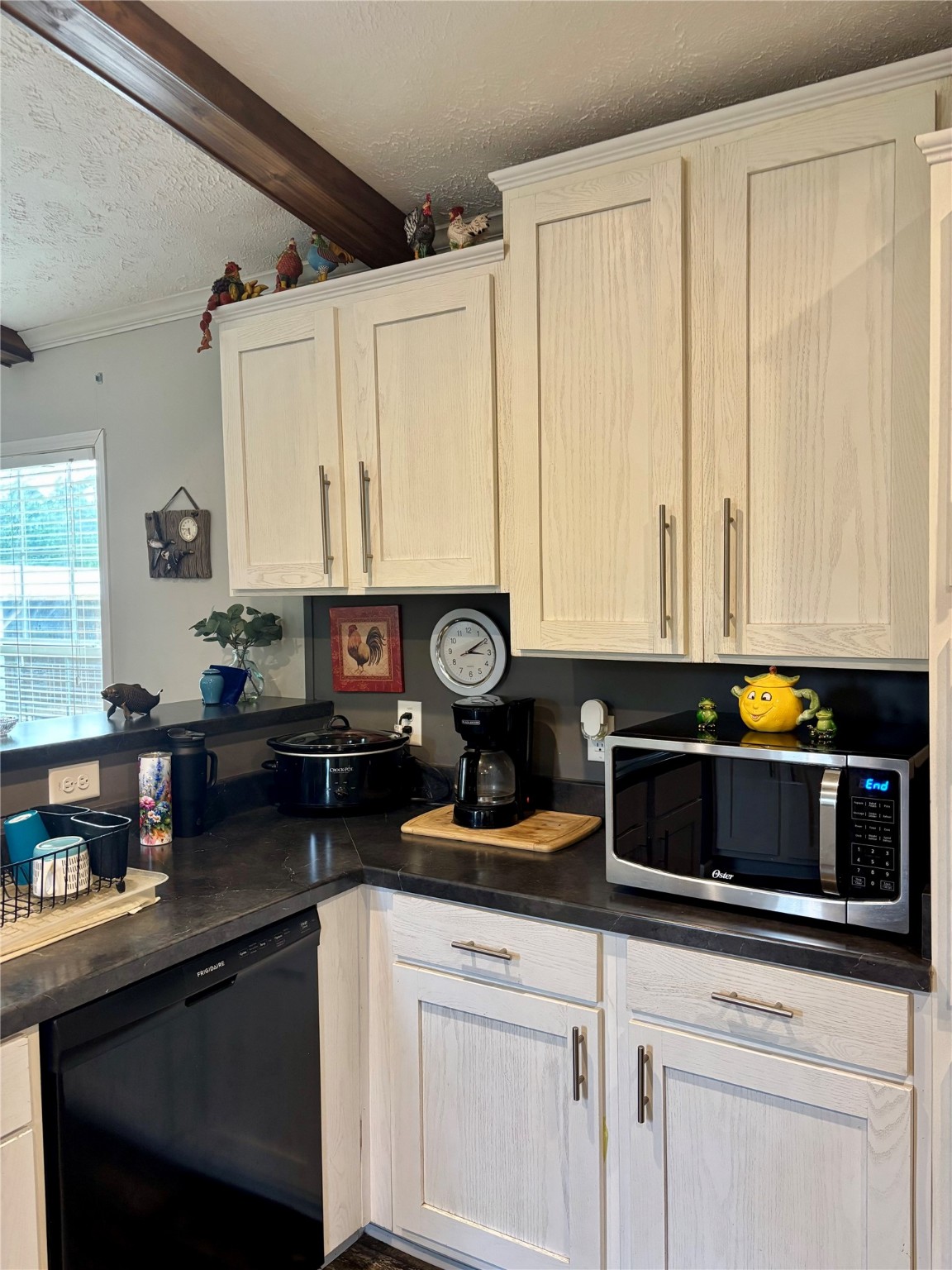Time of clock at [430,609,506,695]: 3:09
